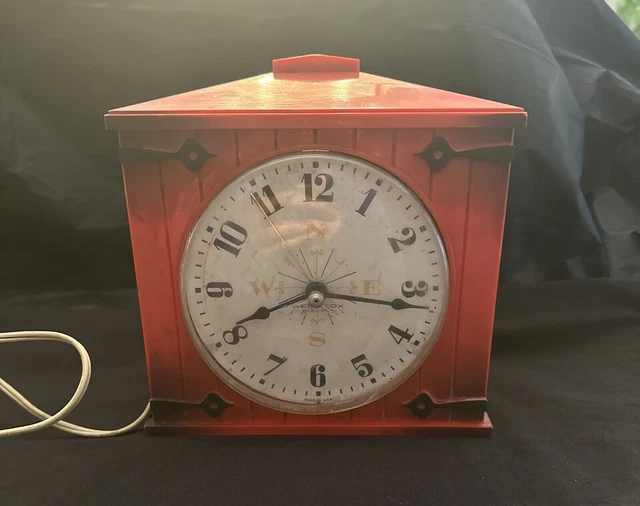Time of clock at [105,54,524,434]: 8:16
